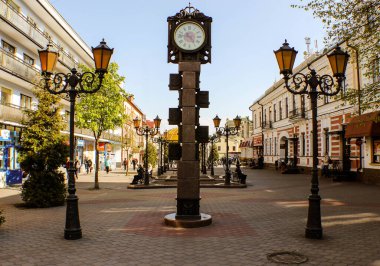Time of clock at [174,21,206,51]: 4:46
